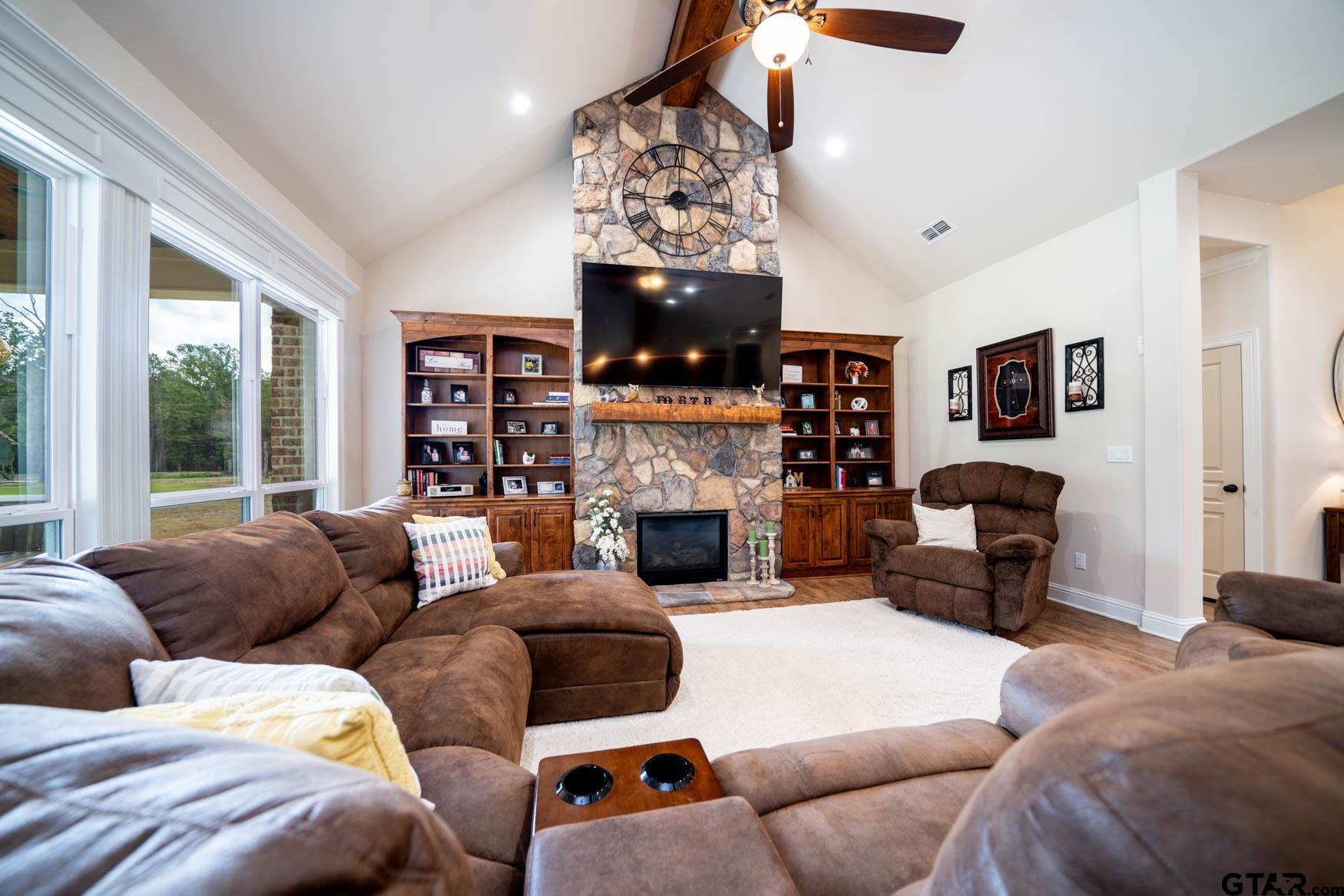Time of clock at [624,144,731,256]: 2:15
